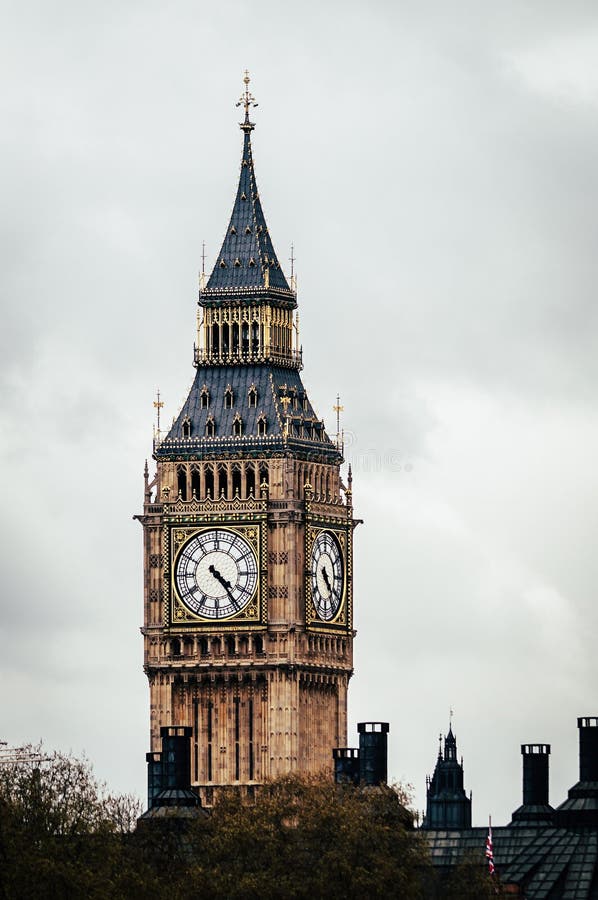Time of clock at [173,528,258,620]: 4:23
